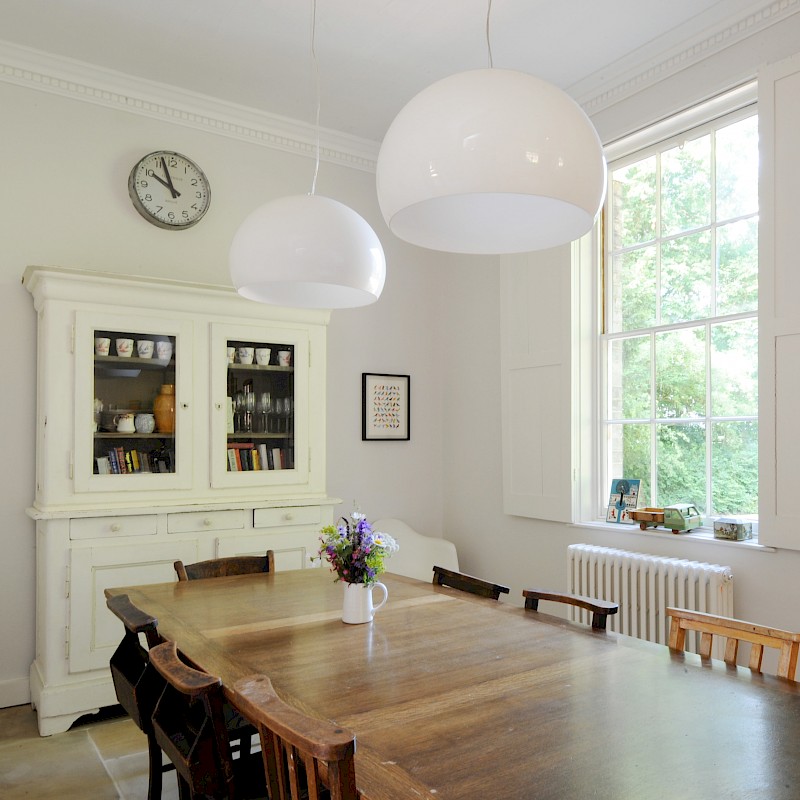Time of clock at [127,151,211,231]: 9:56
